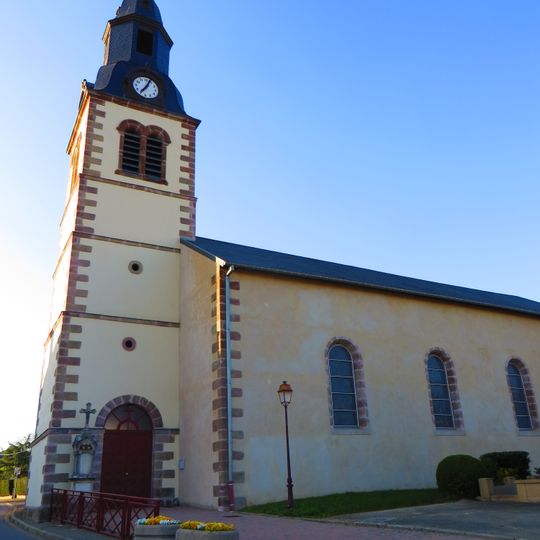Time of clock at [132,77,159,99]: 7:04
